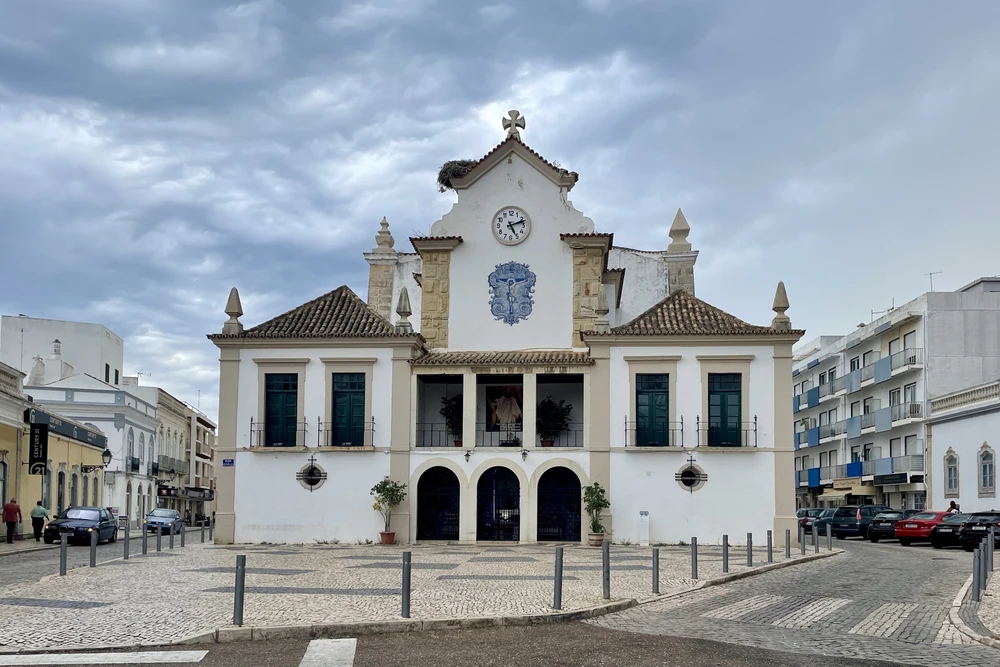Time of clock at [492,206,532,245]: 5:11
